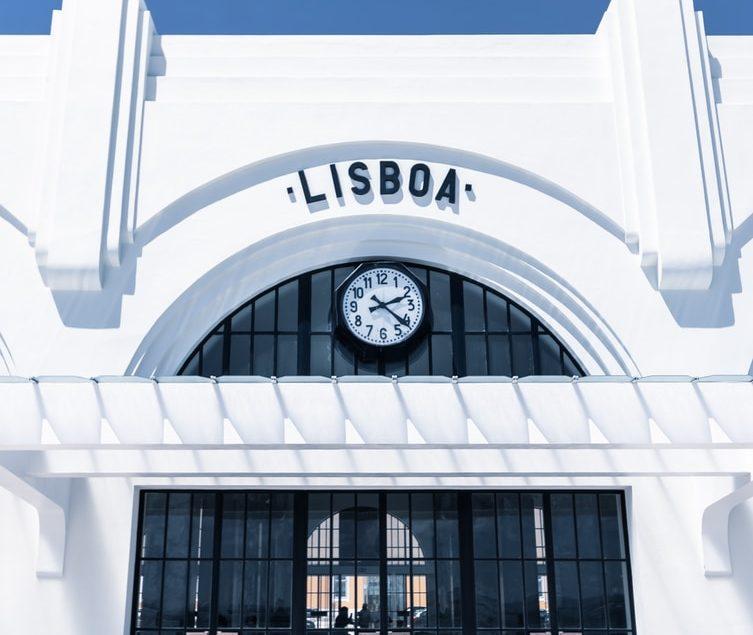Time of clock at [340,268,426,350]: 2:21
